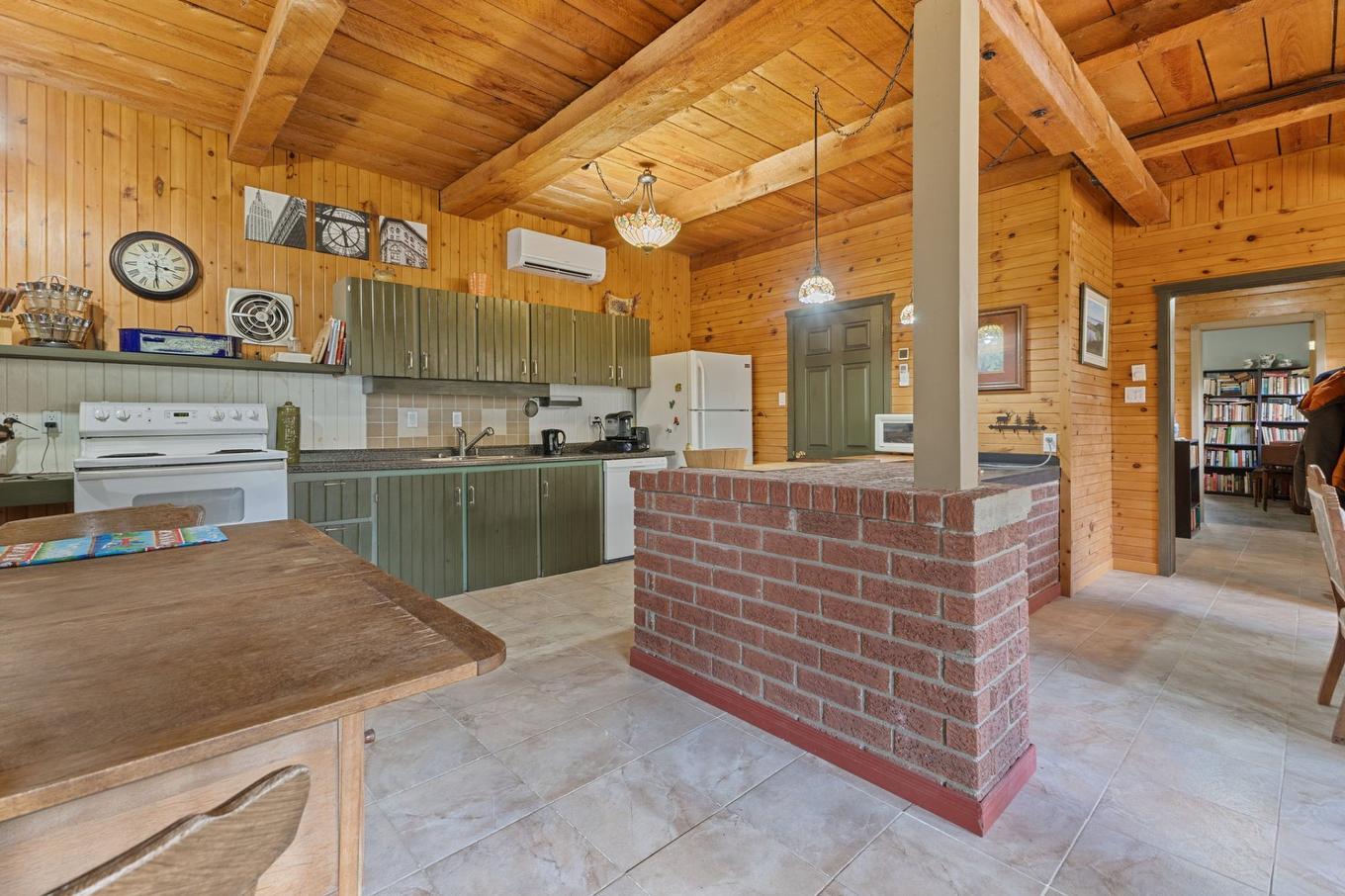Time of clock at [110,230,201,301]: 3:29
